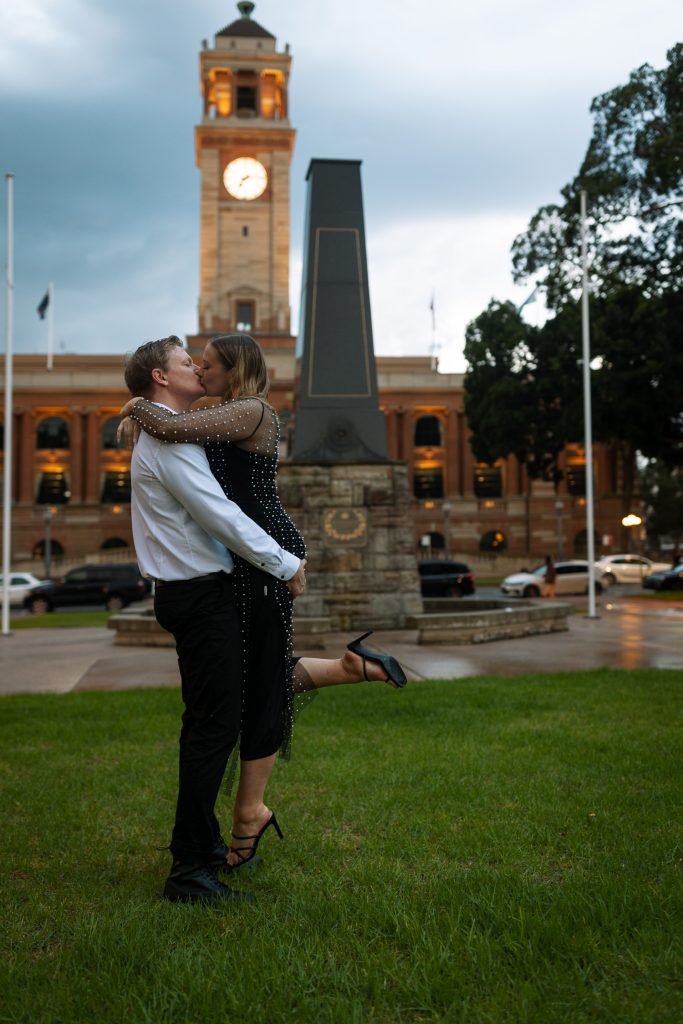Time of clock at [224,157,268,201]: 7:13
